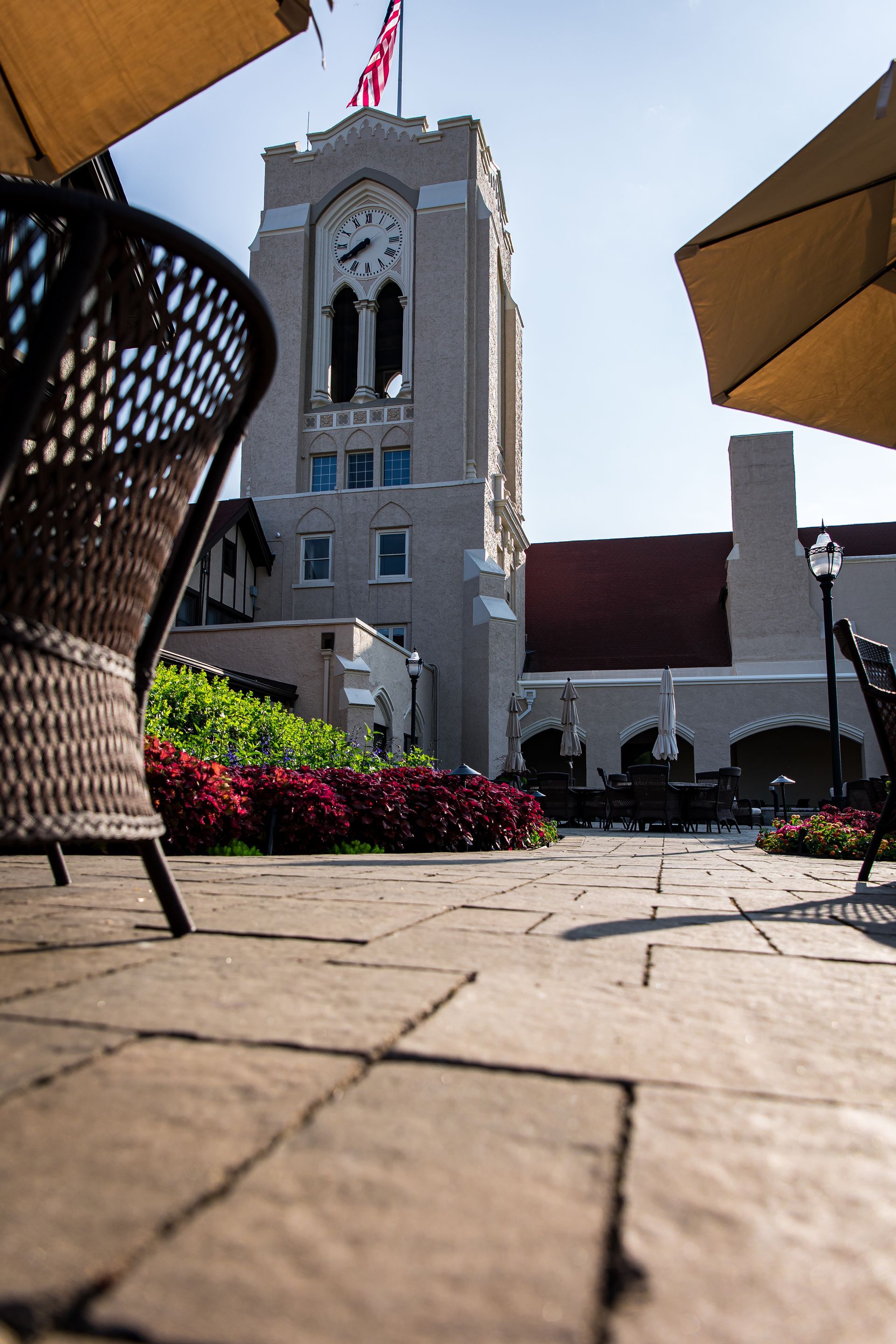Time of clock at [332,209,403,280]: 7:40
